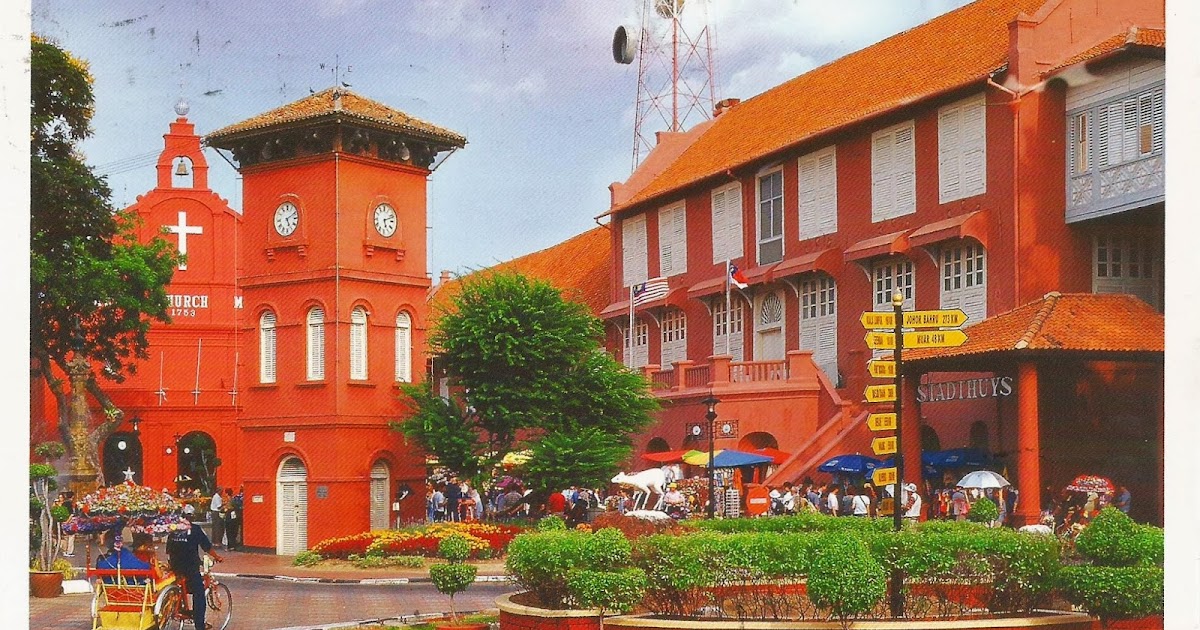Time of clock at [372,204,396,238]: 5:11
